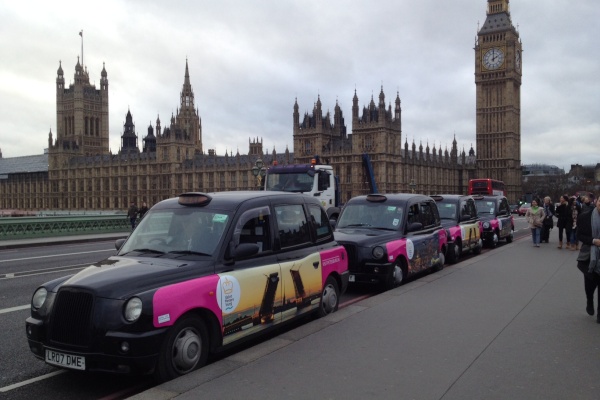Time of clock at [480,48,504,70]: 2:00
